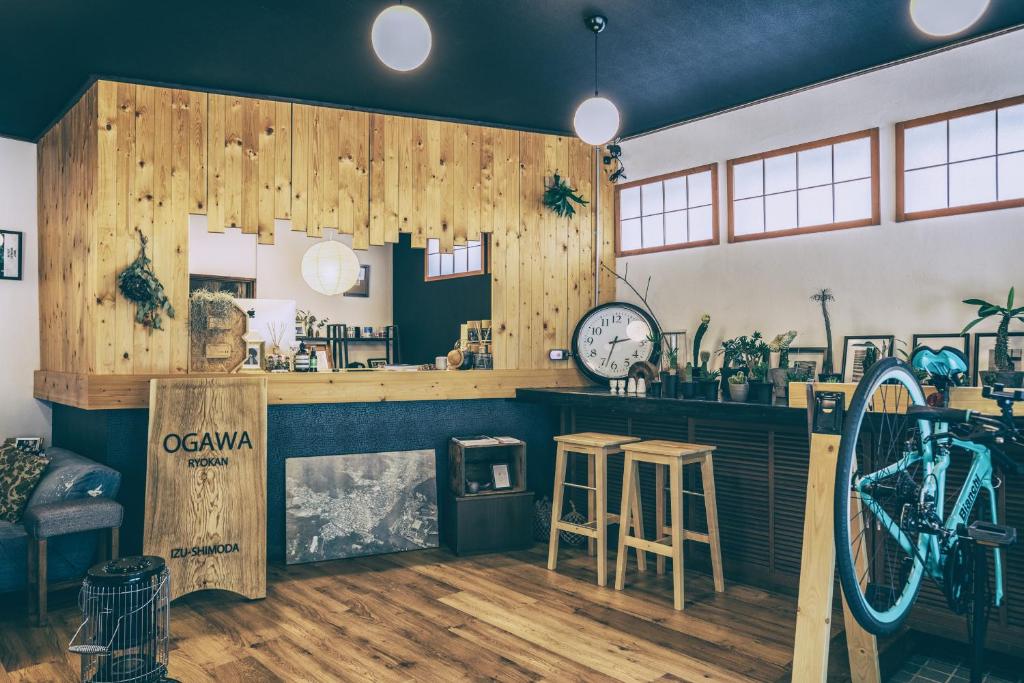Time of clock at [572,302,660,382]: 2:32
